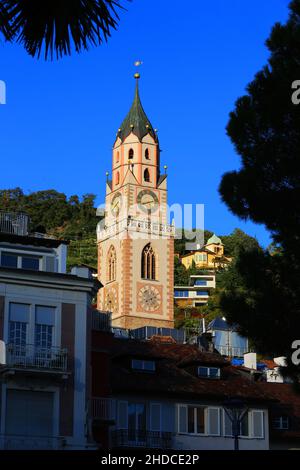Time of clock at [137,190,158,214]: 8:12
